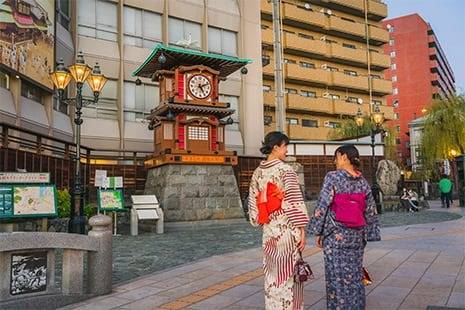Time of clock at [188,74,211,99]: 5:11
